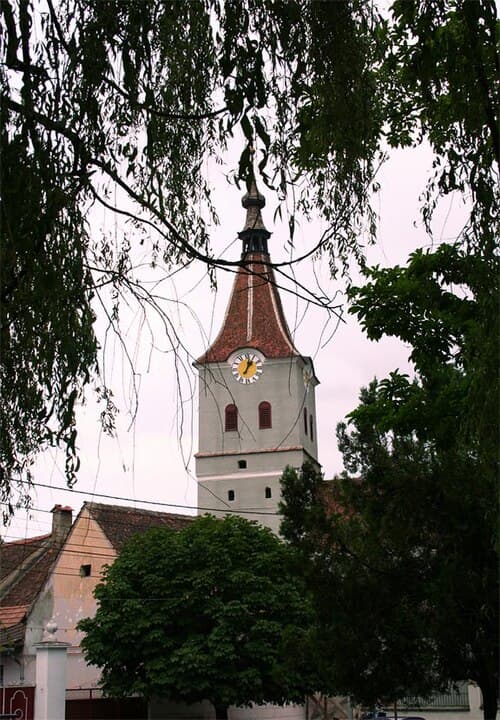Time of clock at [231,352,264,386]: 1:02
